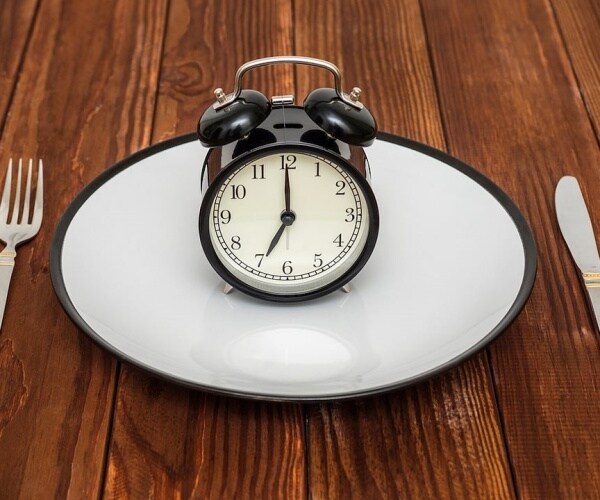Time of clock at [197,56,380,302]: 7:00
